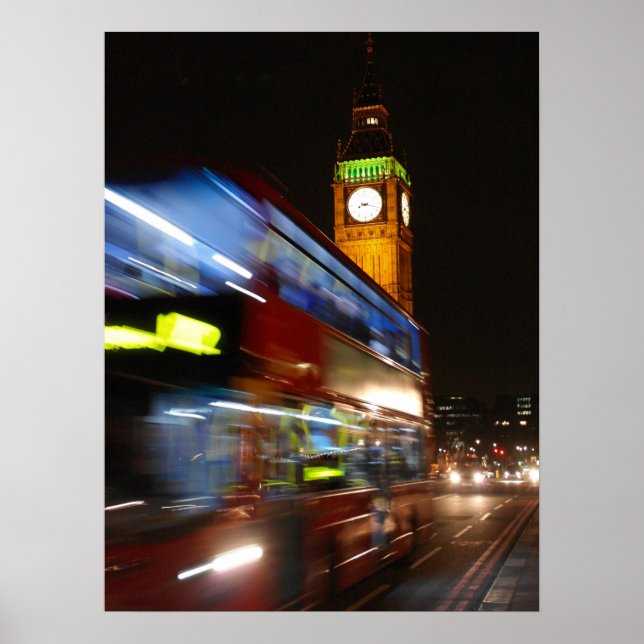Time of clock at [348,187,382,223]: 8:17
